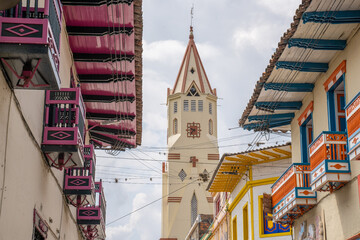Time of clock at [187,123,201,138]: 9:36
